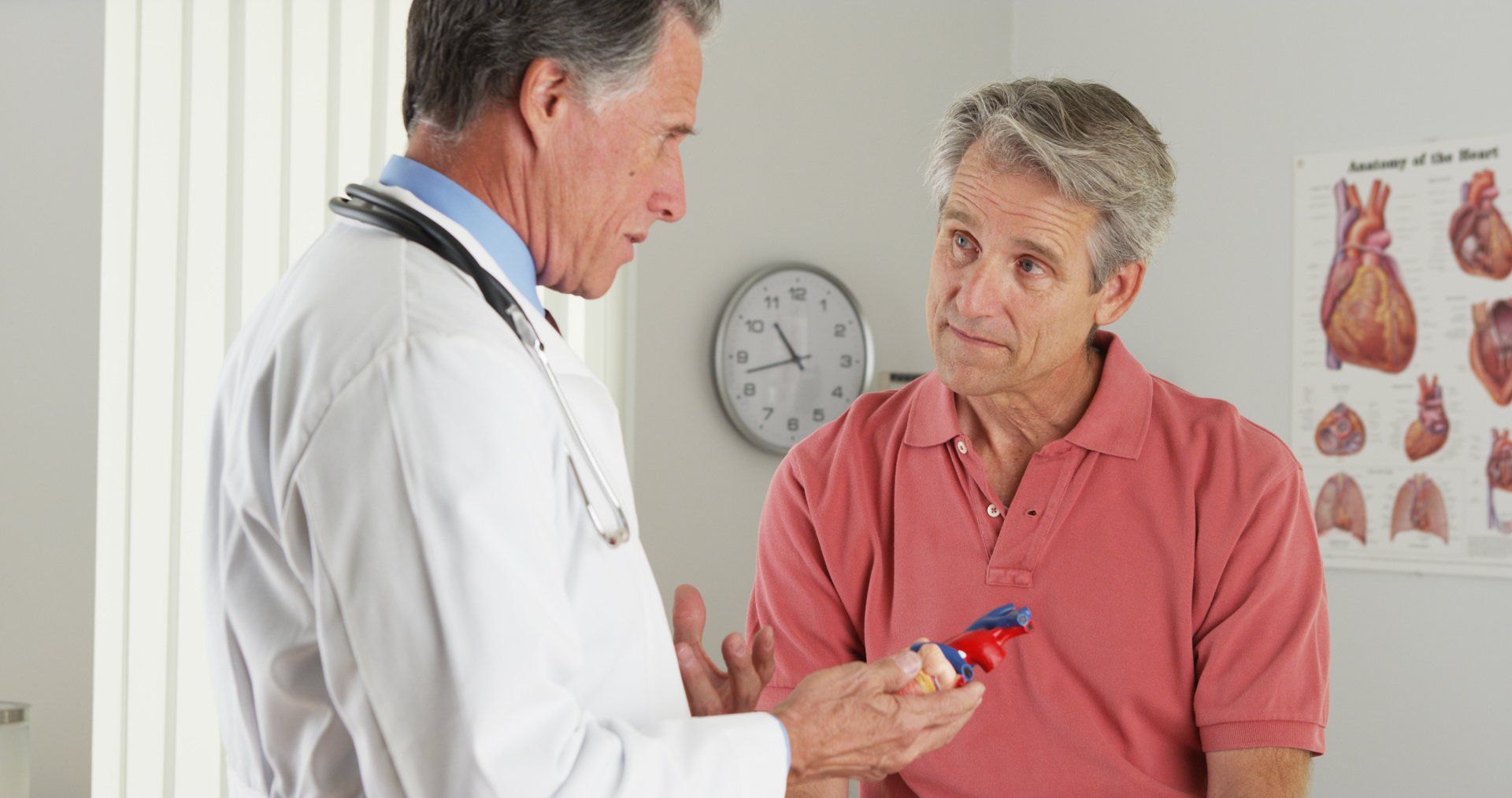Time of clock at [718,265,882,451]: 10:42
